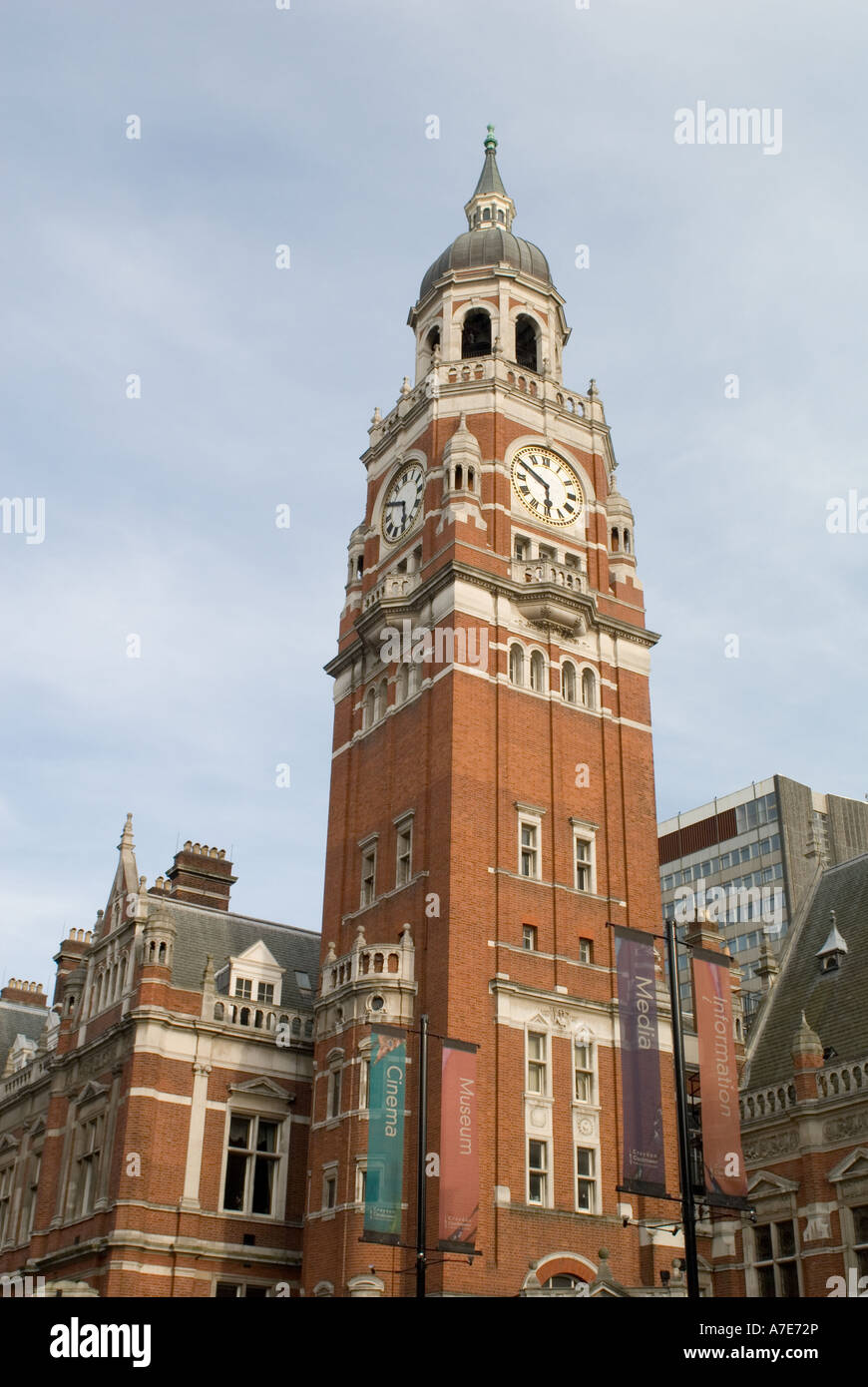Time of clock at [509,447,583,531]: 5:50
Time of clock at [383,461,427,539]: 5:49
